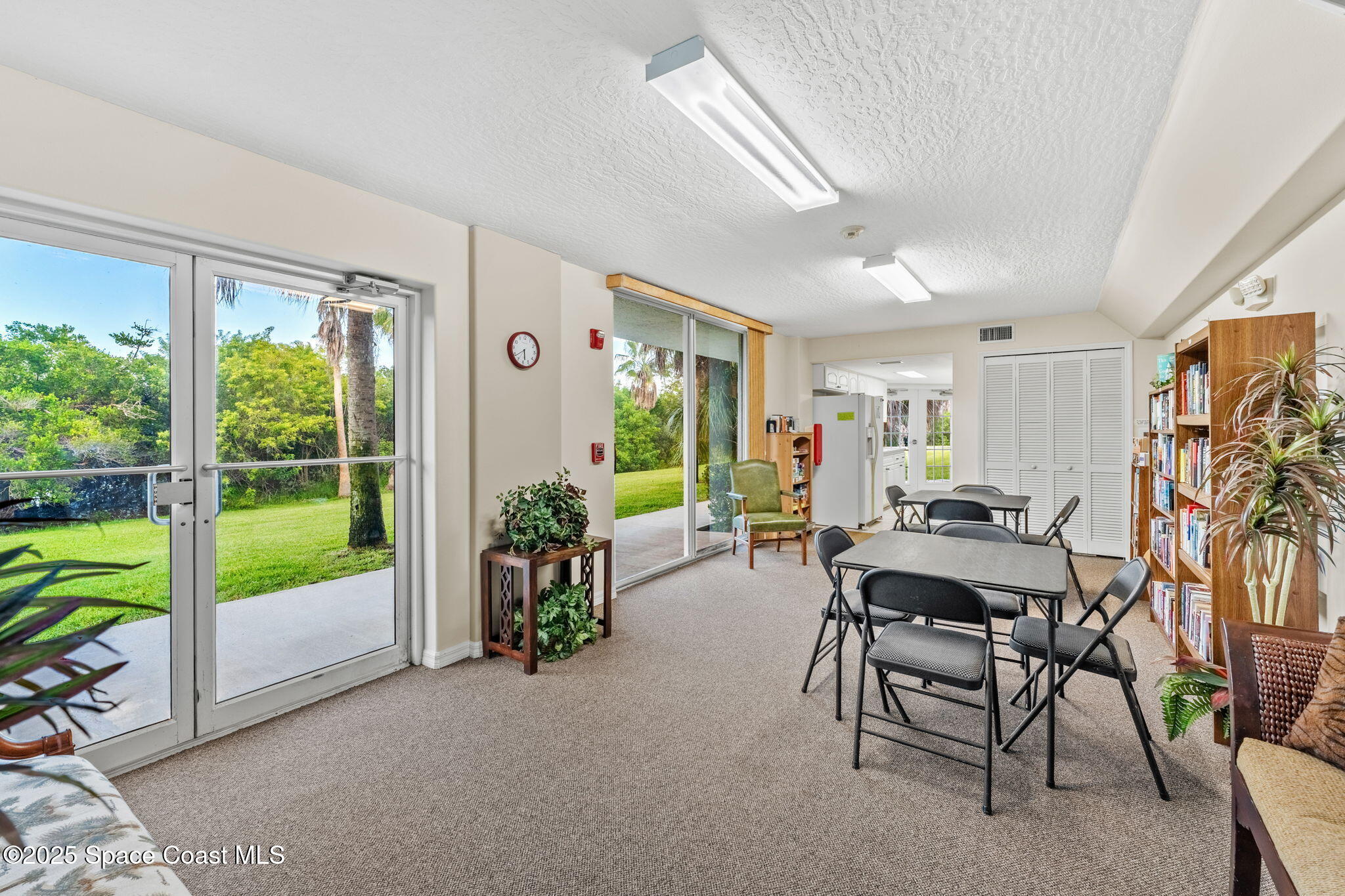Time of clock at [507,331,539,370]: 5:38
